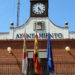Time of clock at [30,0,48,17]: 4:31
